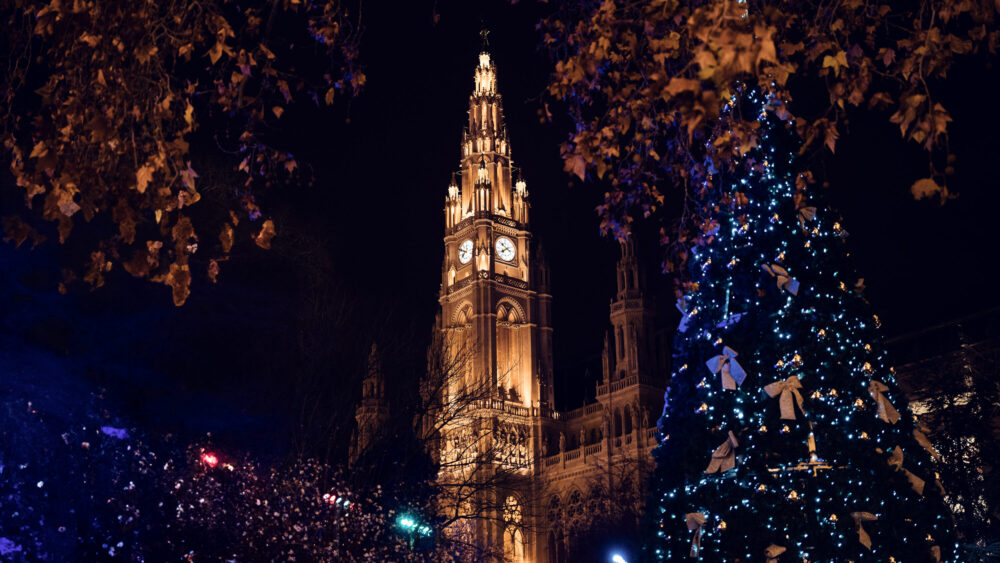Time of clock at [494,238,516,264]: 7:51
